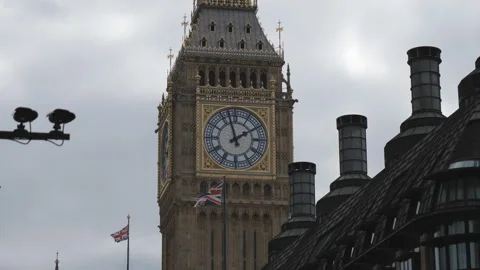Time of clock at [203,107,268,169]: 1:57
